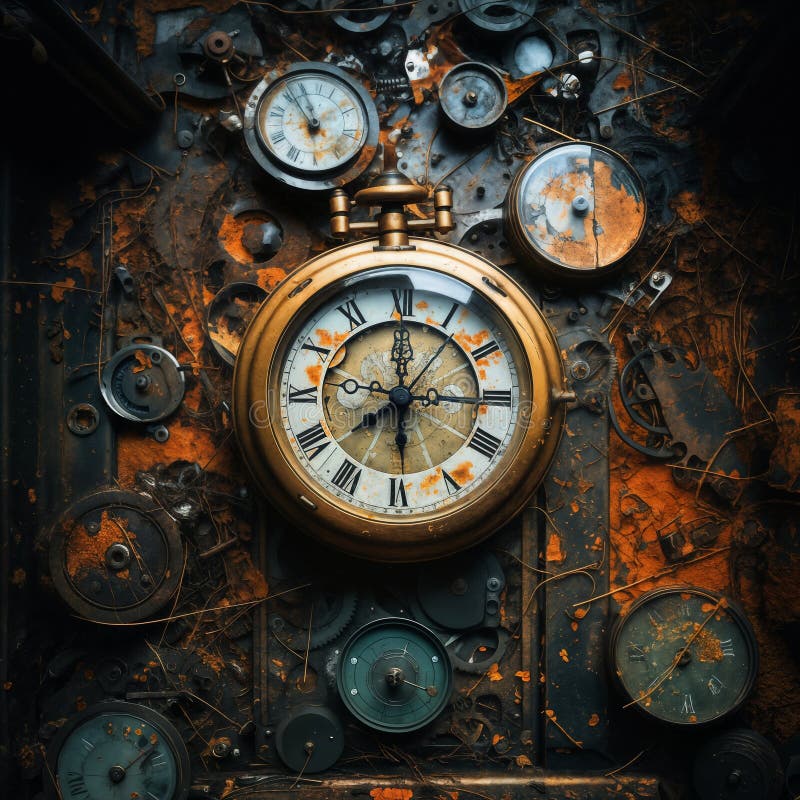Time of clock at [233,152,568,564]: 7:59
